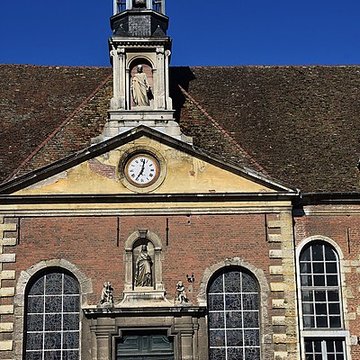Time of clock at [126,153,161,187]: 7:02
